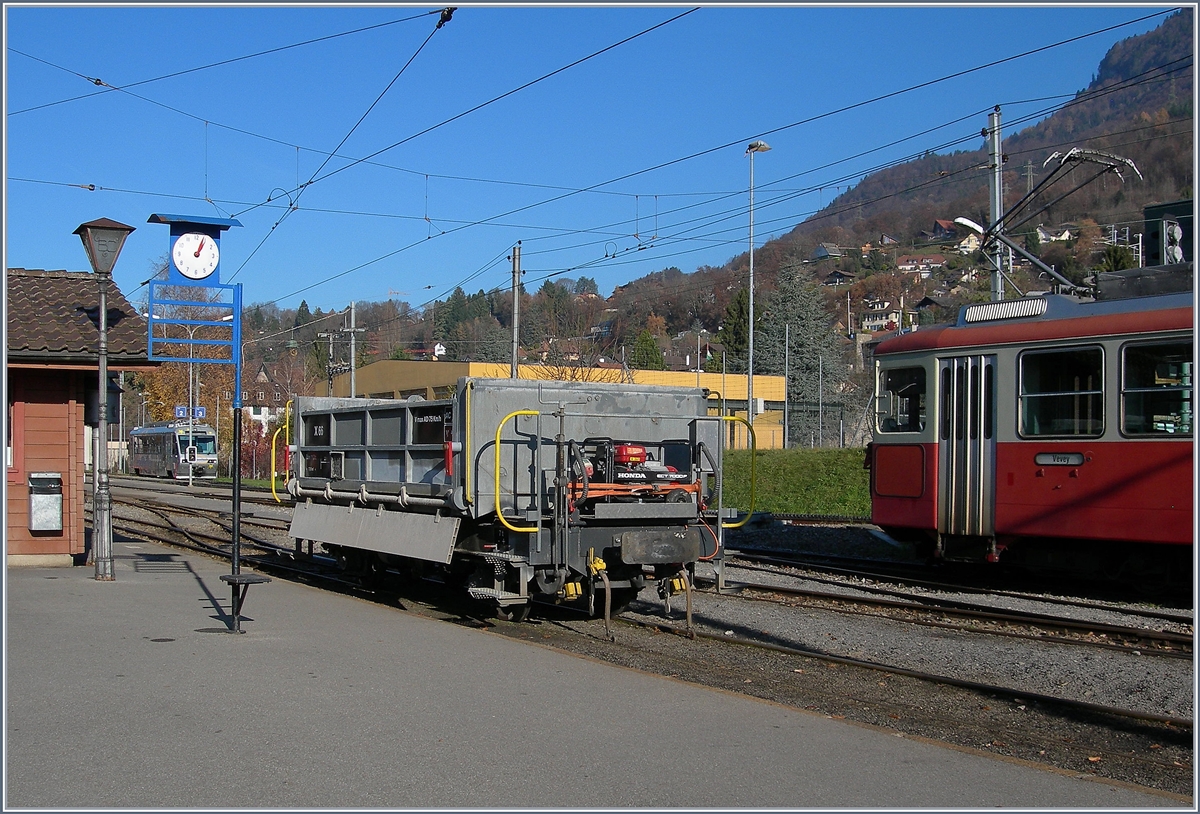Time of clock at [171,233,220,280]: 1:04
